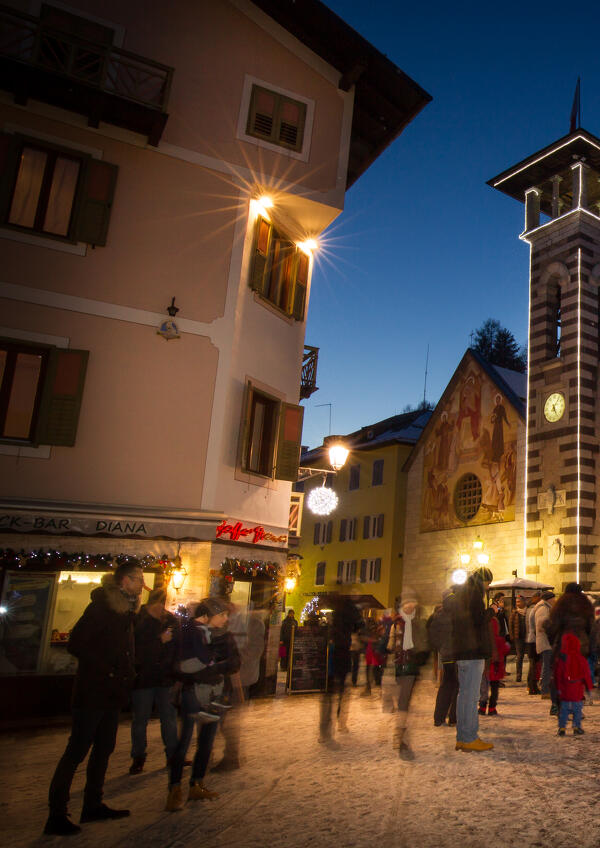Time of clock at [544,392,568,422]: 5:06
